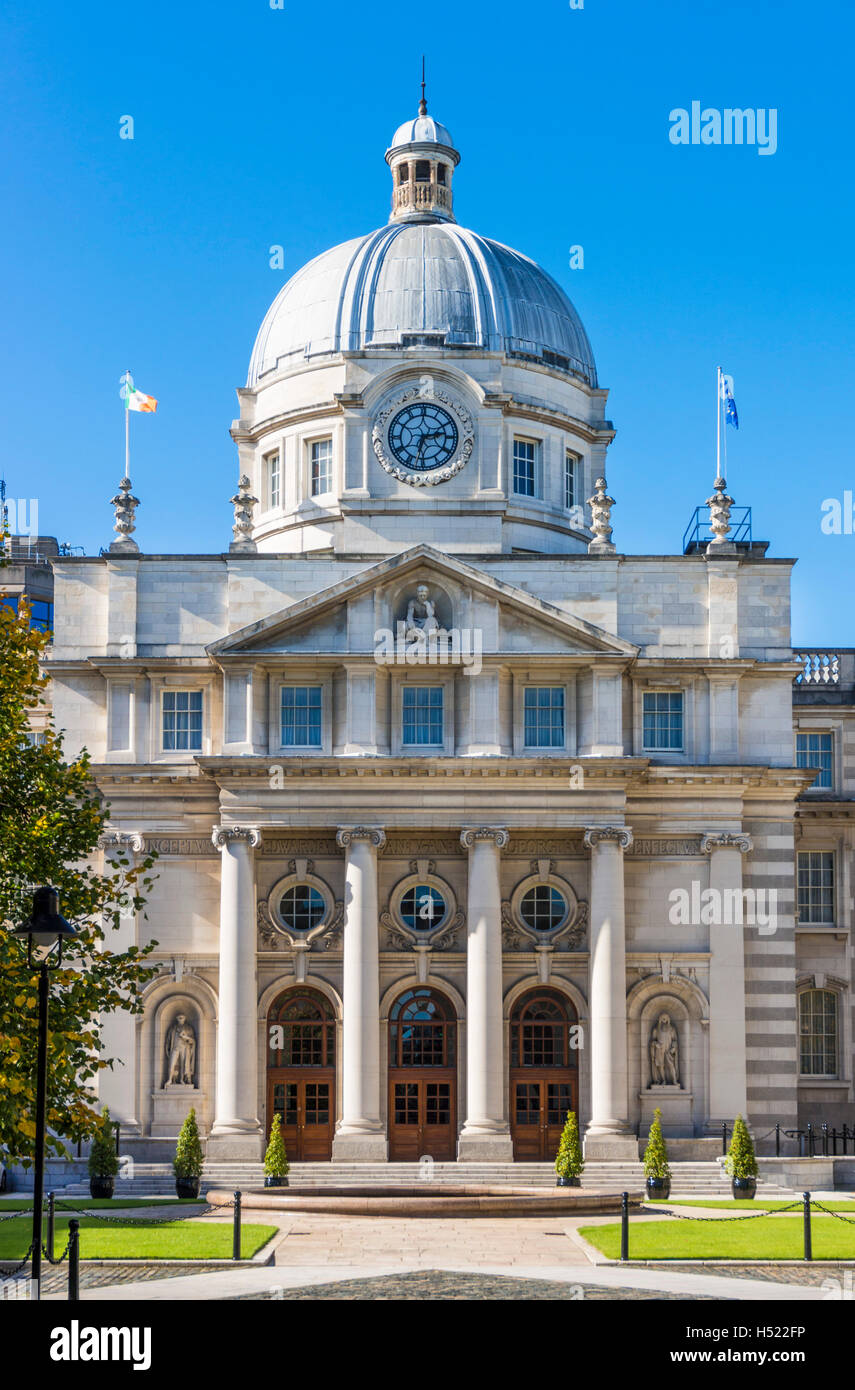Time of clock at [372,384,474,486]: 2:32
